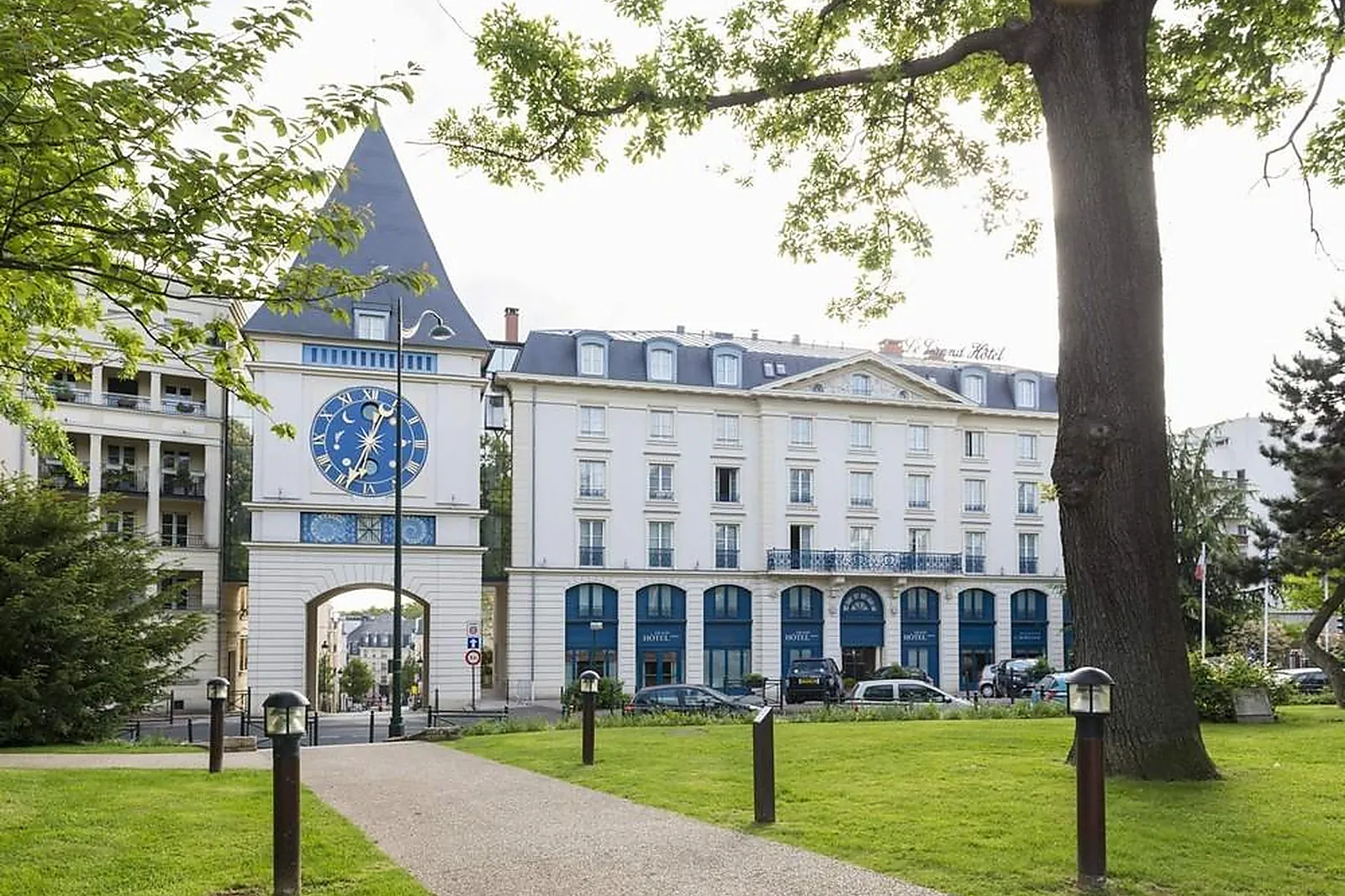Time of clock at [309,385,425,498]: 12:33
